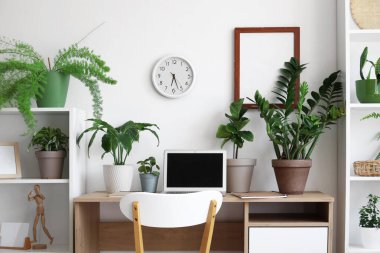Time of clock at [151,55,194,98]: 6:26
